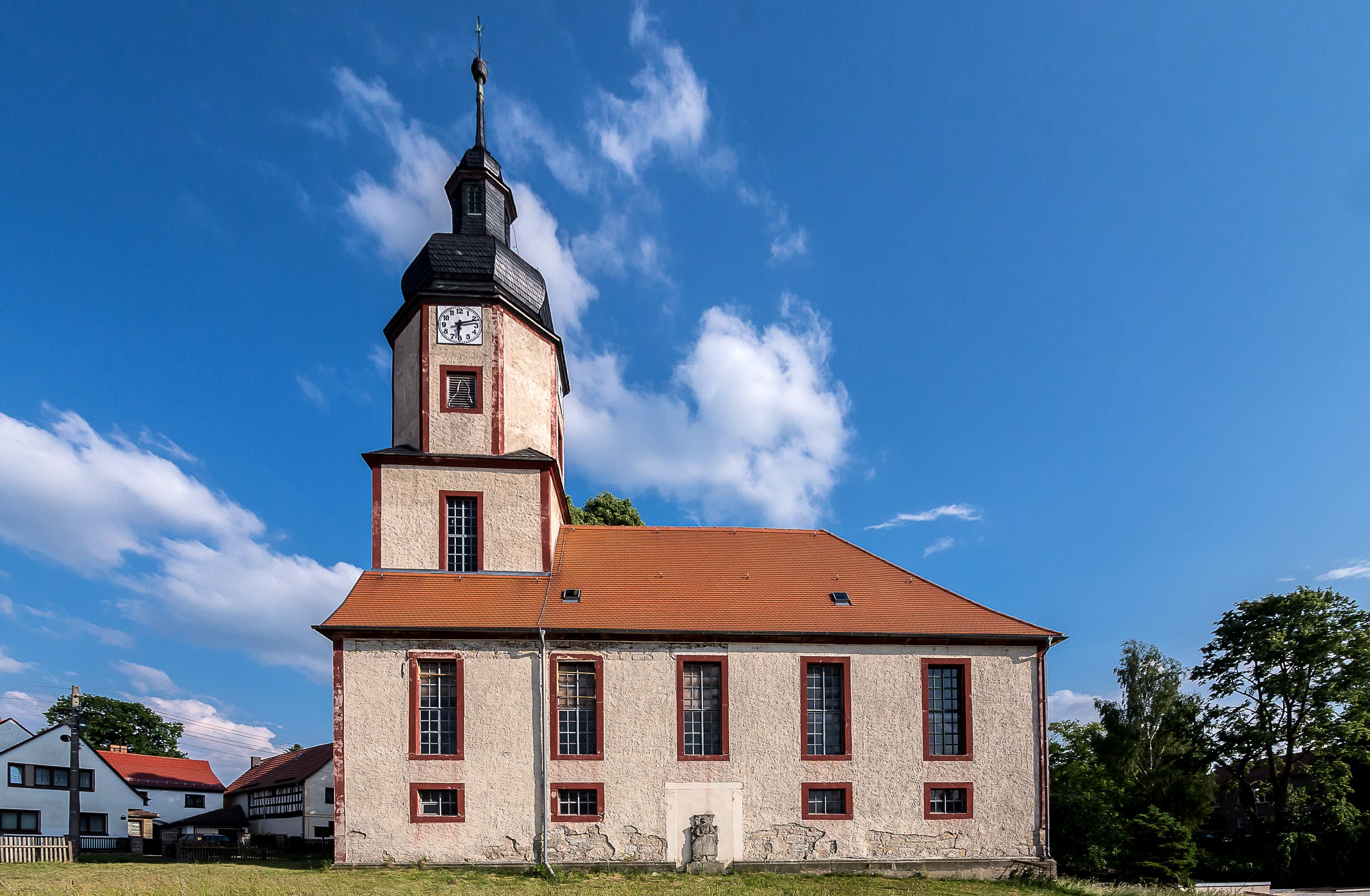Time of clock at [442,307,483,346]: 6:12
